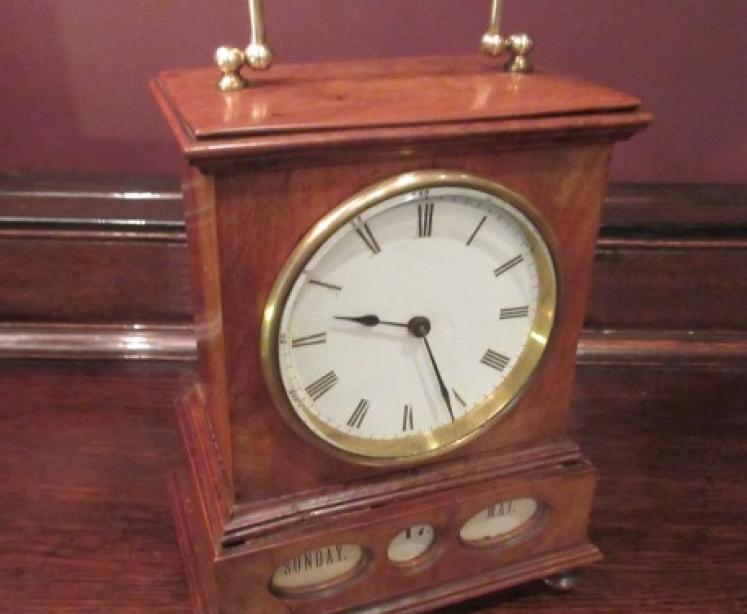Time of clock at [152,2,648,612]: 9:25
